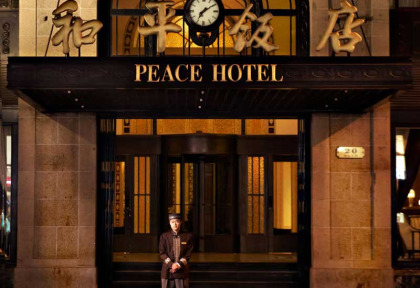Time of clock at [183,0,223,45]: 7:09
